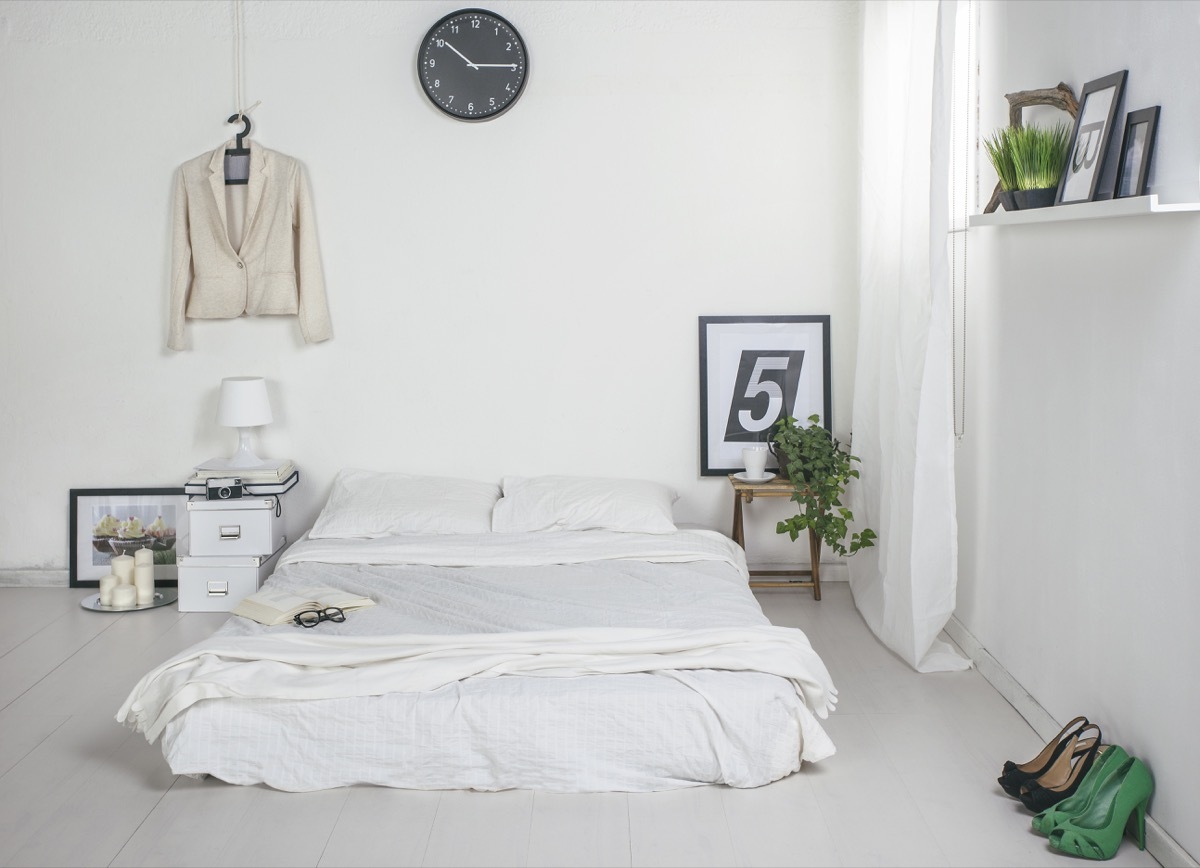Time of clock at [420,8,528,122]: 2:50
